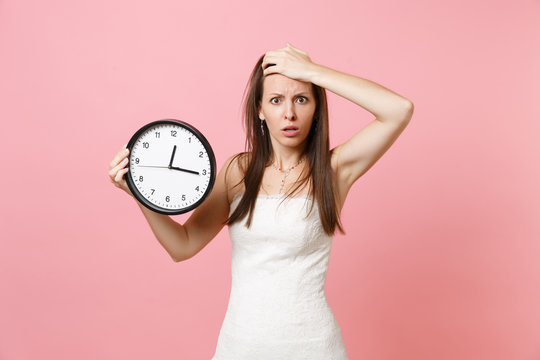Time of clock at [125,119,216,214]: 12:15
